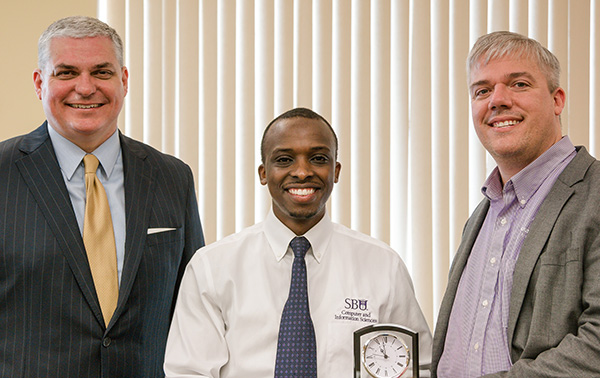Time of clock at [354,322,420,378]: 10:58
